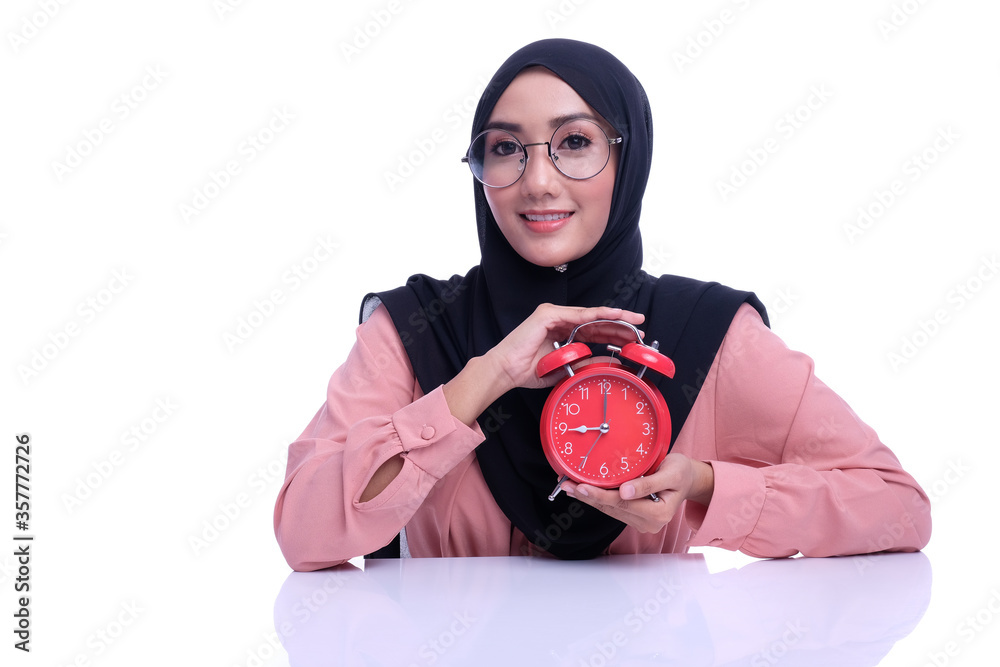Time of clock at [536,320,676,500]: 9:00
